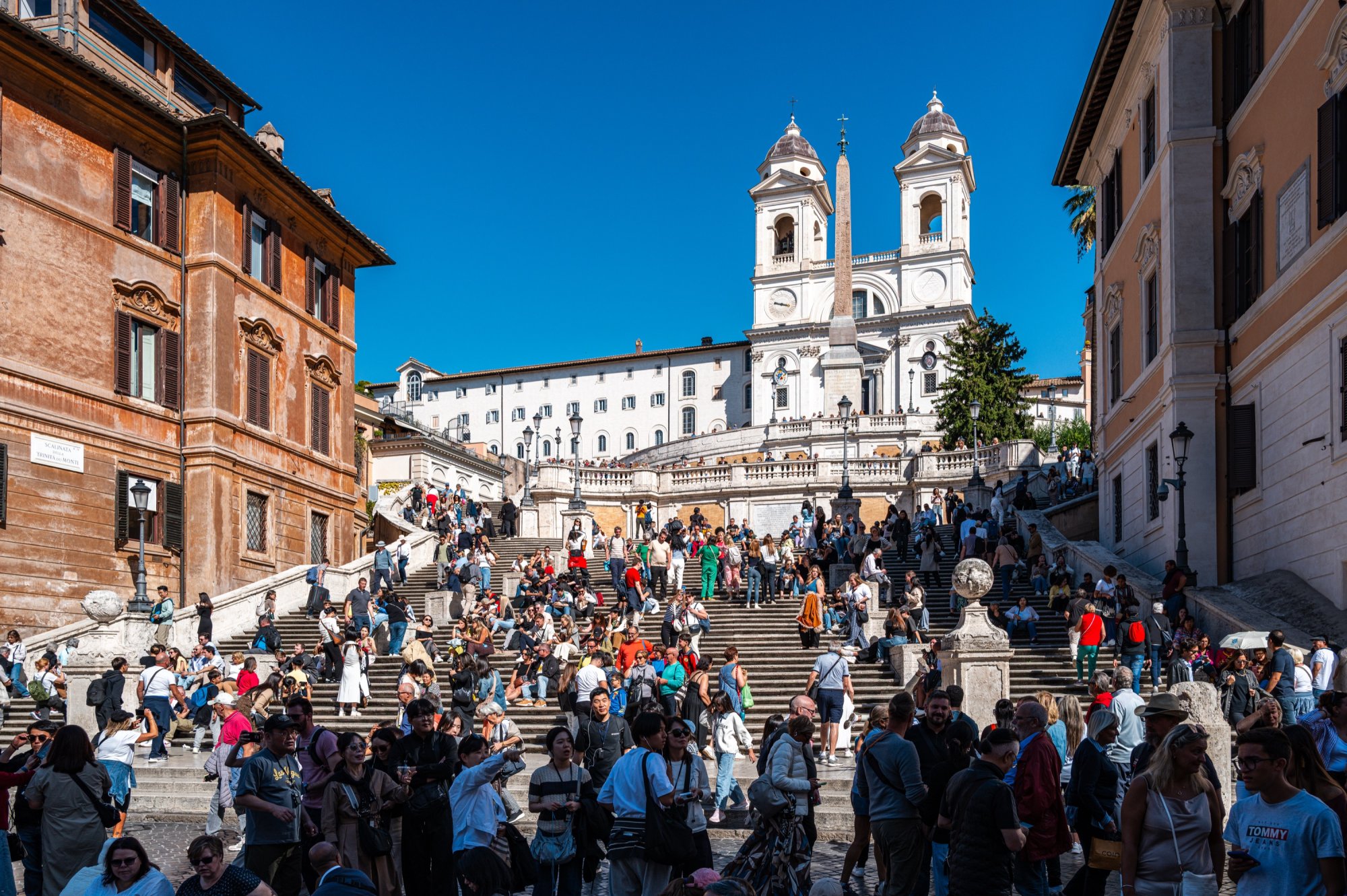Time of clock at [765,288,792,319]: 9:17
